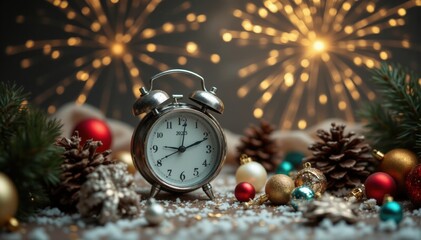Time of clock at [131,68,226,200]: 12:11
